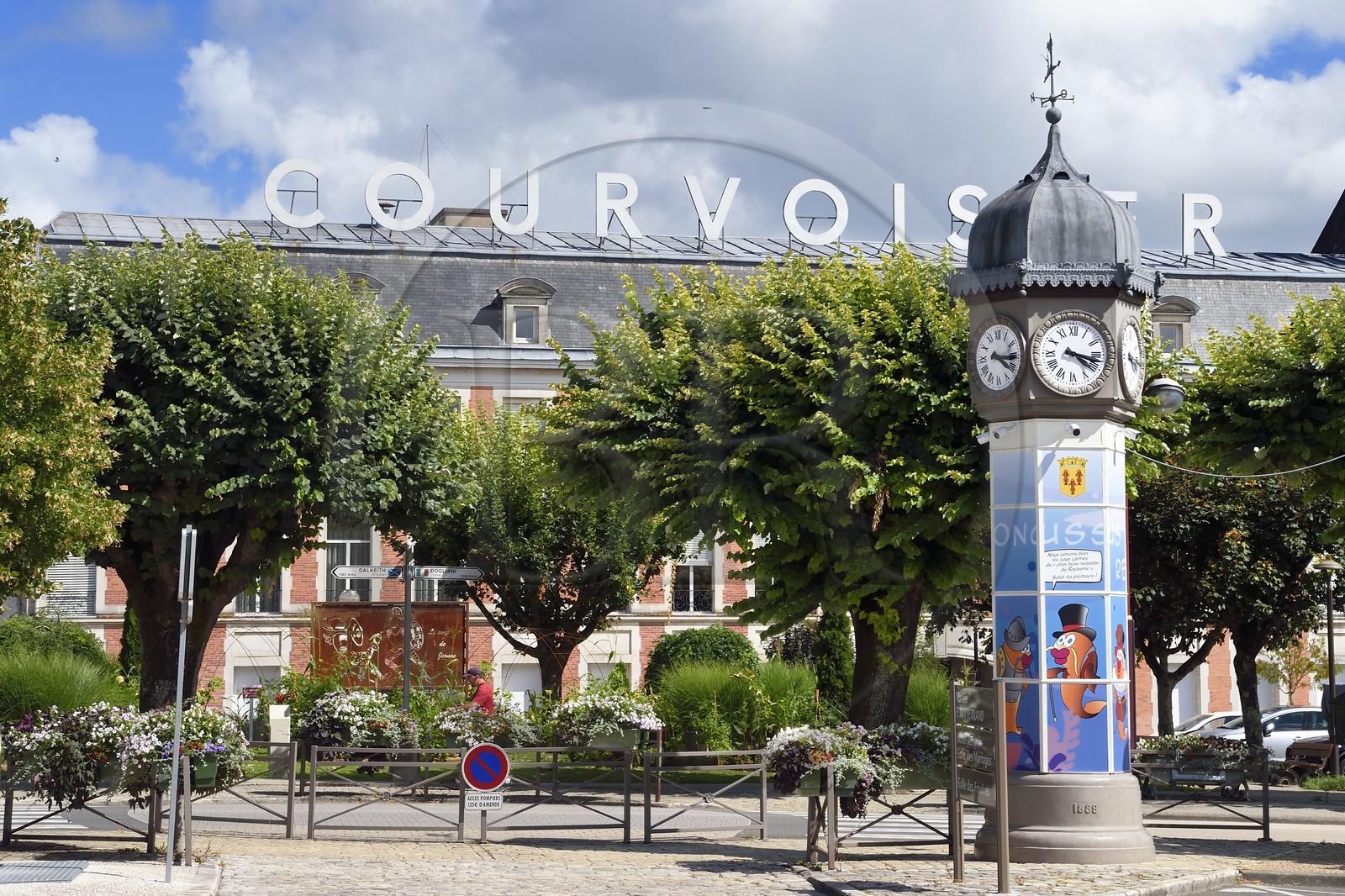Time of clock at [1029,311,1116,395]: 4:17
